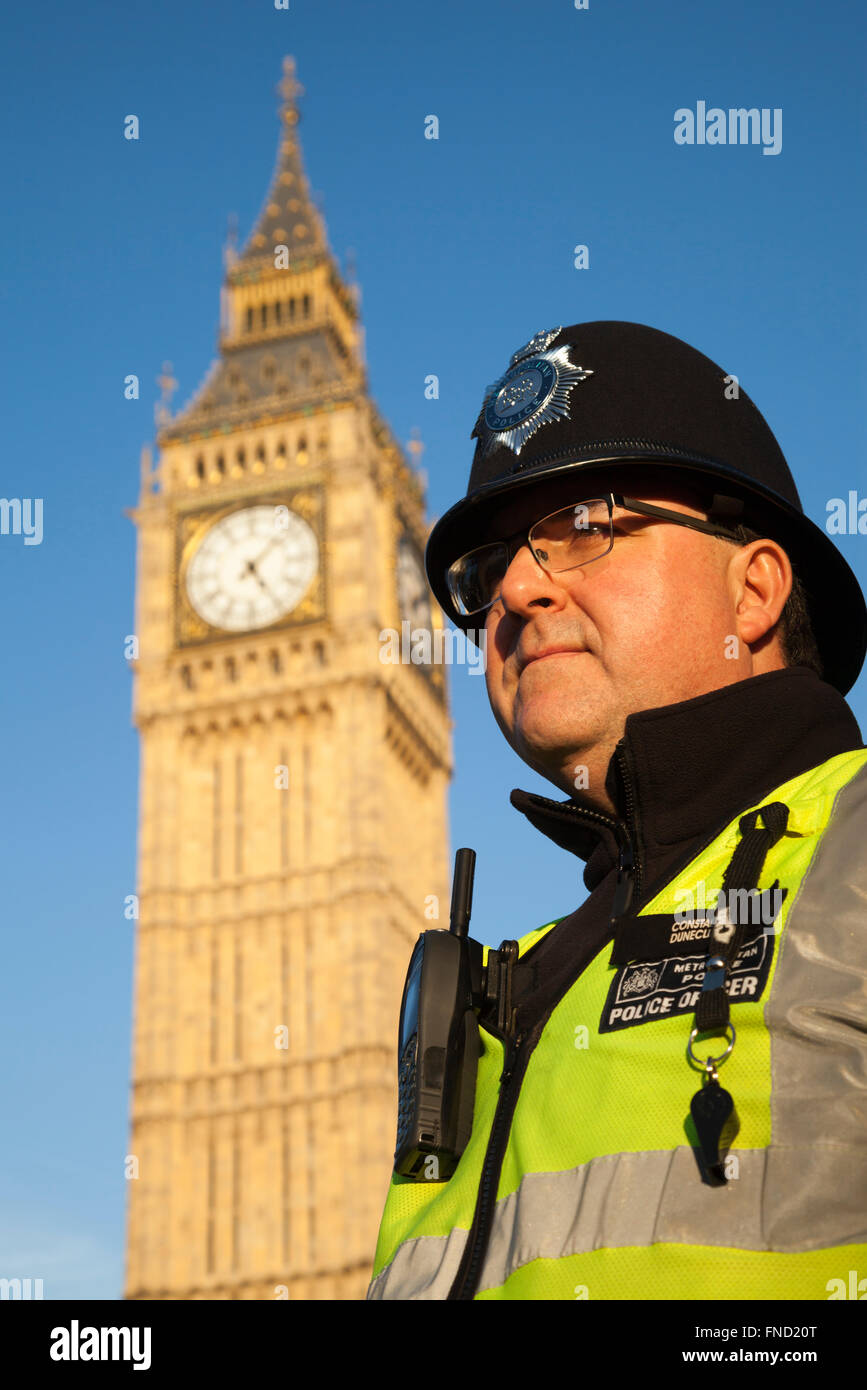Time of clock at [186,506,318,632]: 5:07
